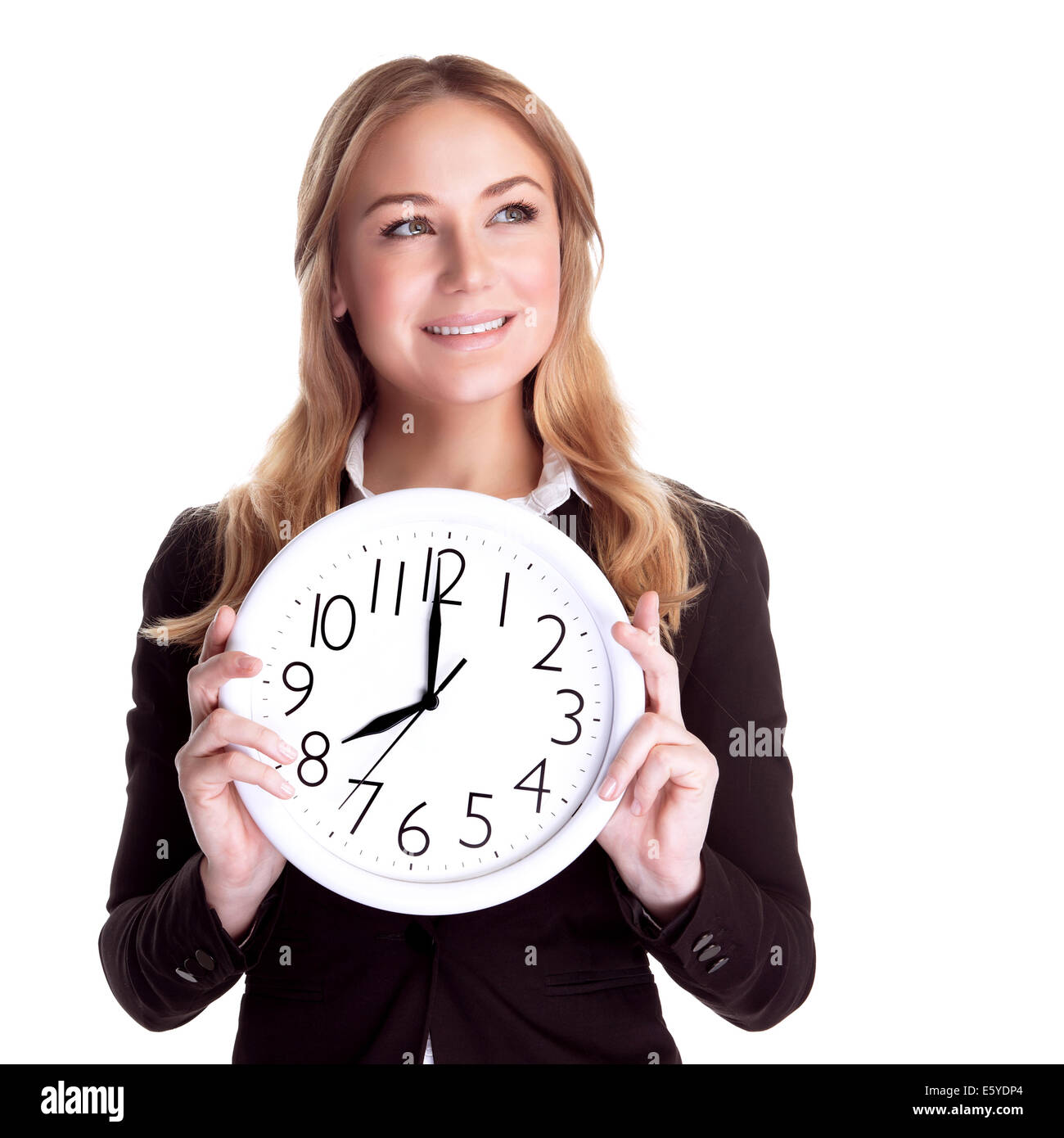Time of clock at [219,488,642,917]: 7:59
